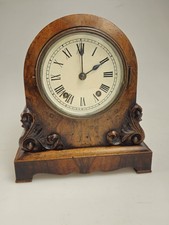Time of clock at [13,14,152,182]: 2:00
